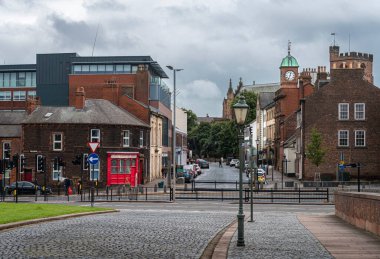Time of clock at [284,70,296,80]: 12:33
